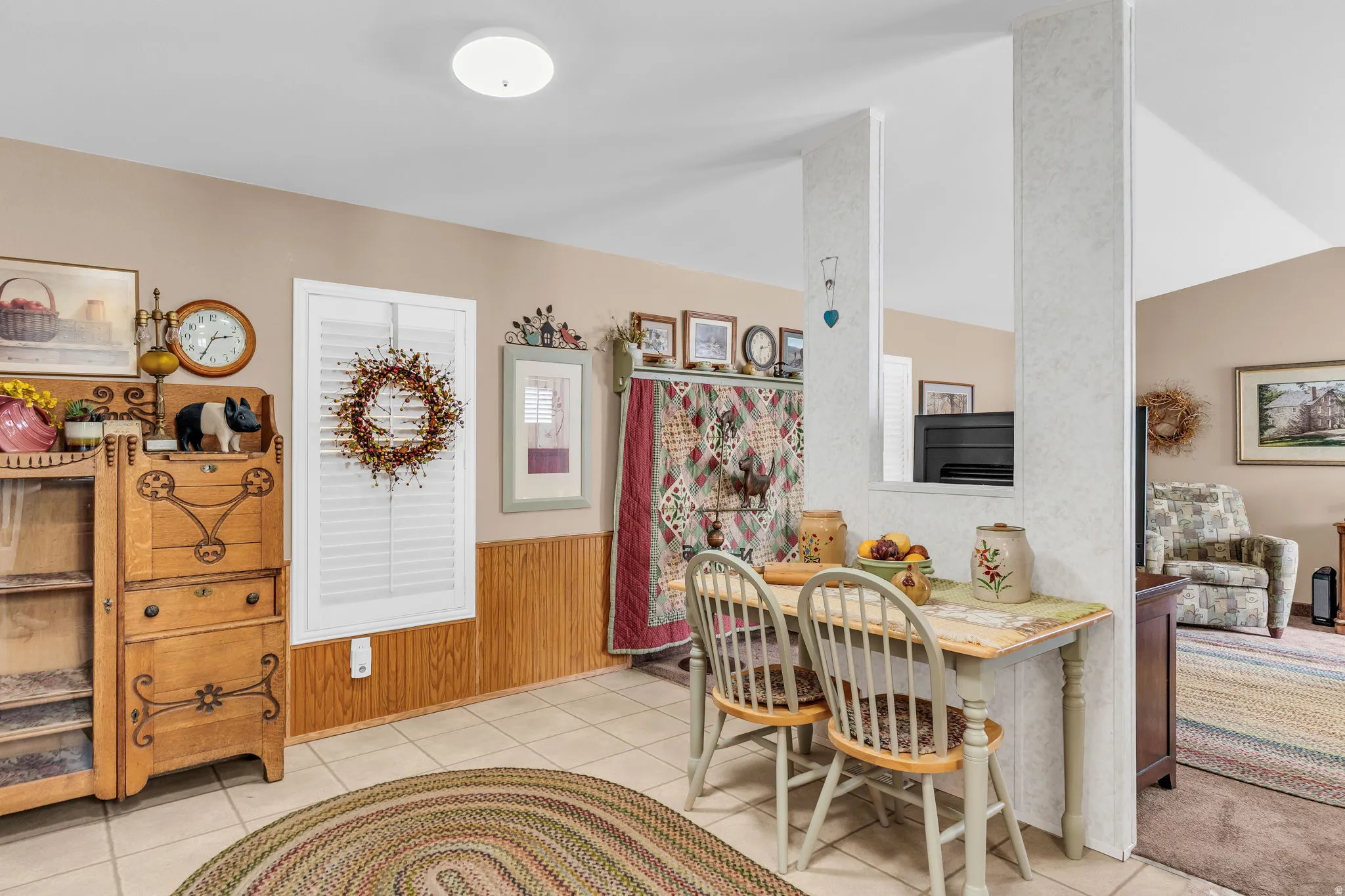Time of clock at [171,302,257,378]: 2:34
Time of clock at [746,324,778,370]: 2:32
